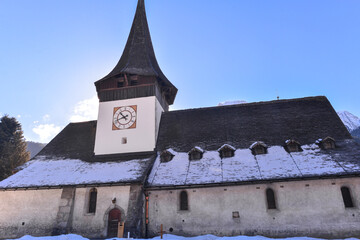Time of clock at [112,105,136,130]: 10:42
